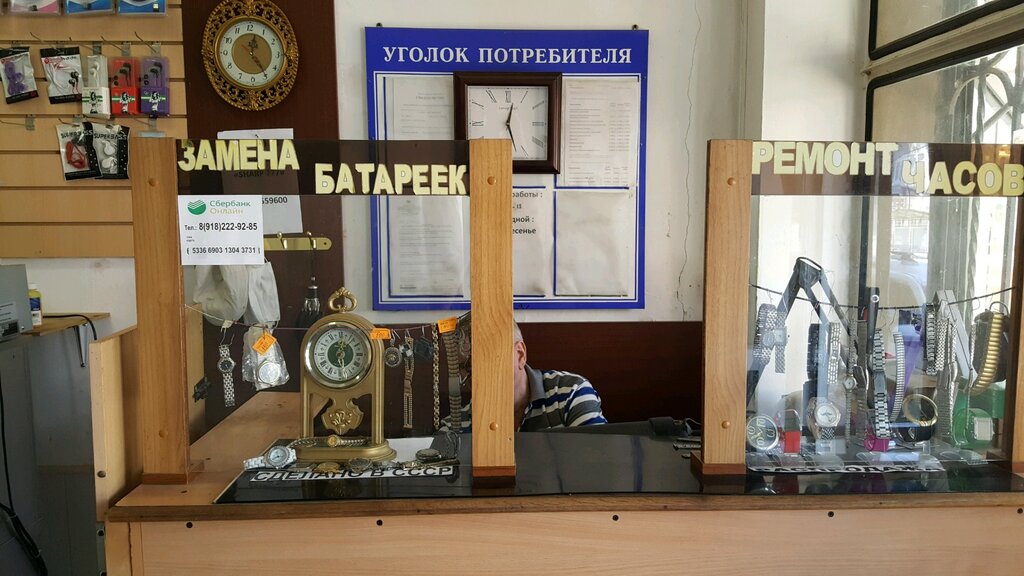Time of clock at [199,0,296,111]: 12:24
